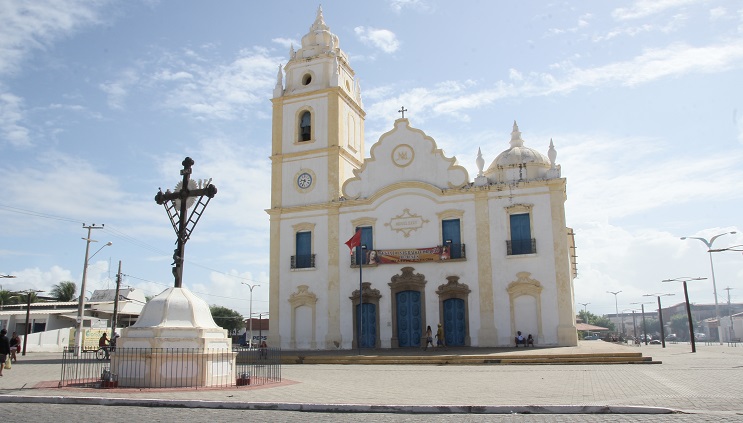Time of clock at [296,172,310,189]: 9:34
